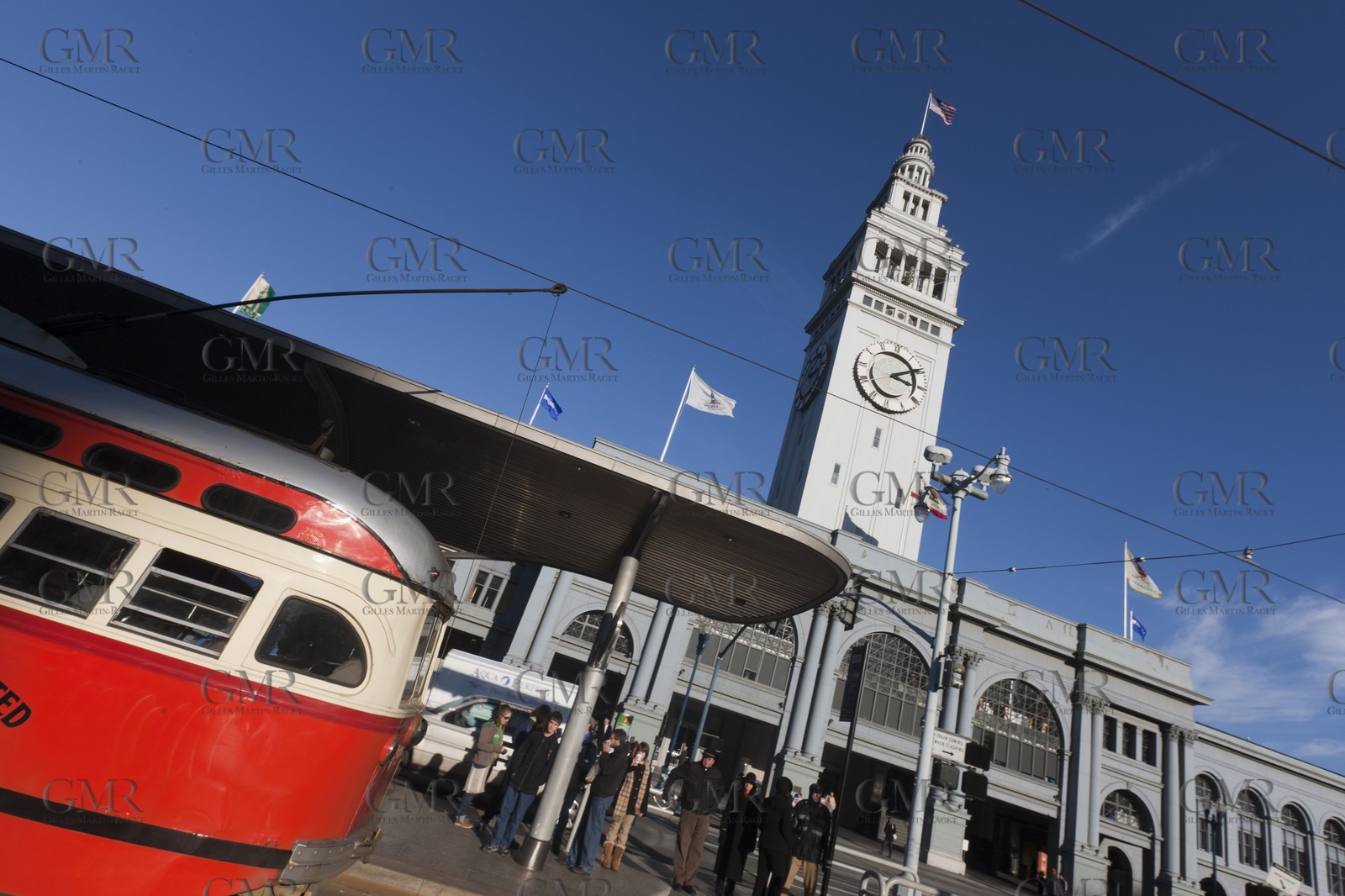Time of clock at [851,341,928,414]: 3:09
